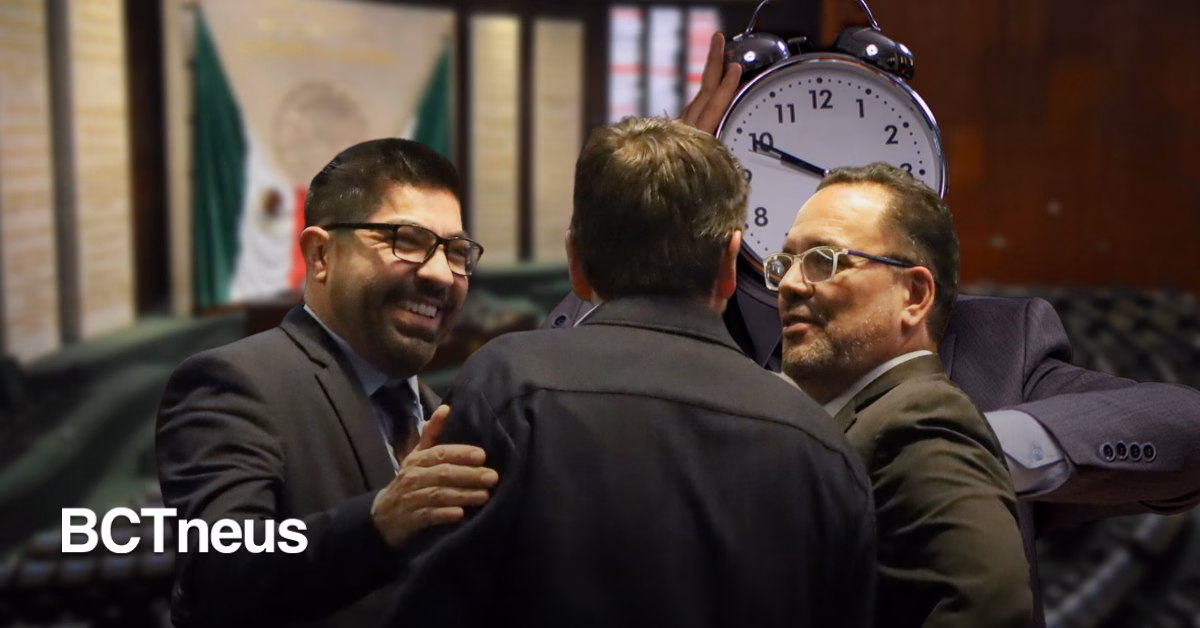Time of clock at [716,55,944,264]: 2:49
